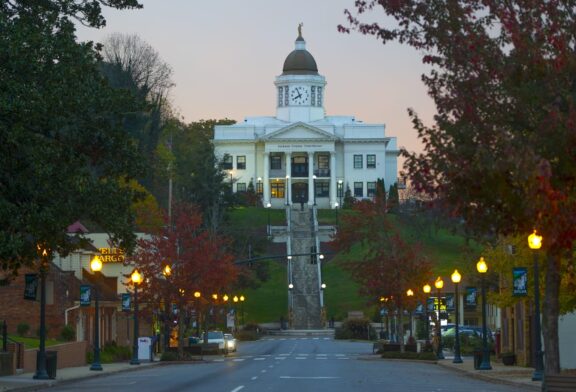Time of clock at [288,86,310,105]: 7:55
